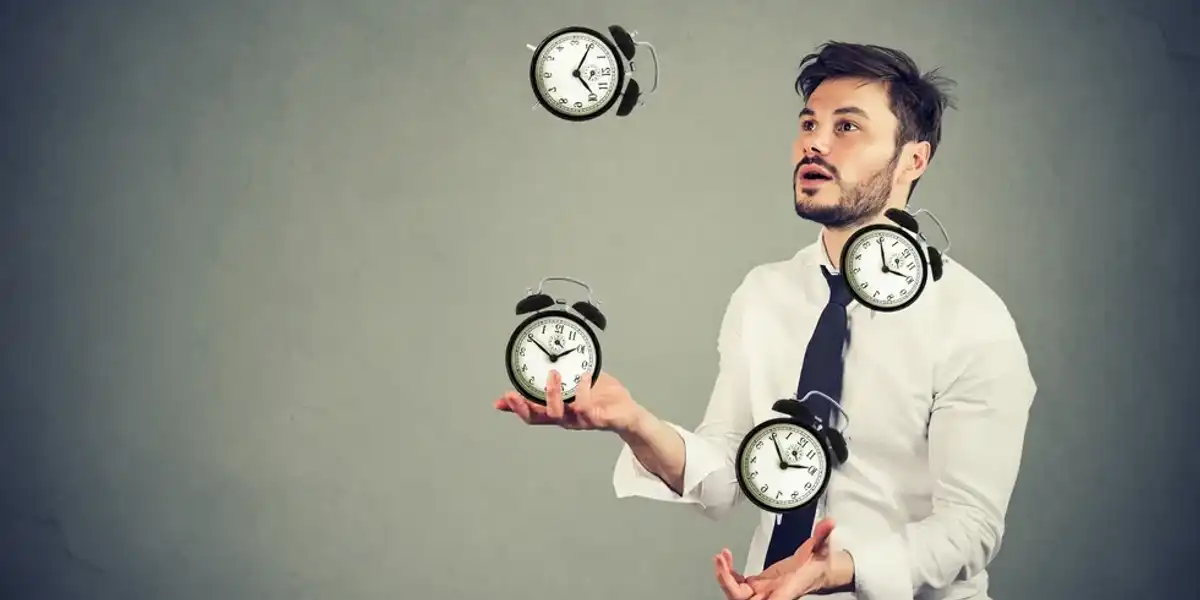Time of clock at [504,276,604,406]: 1:50
